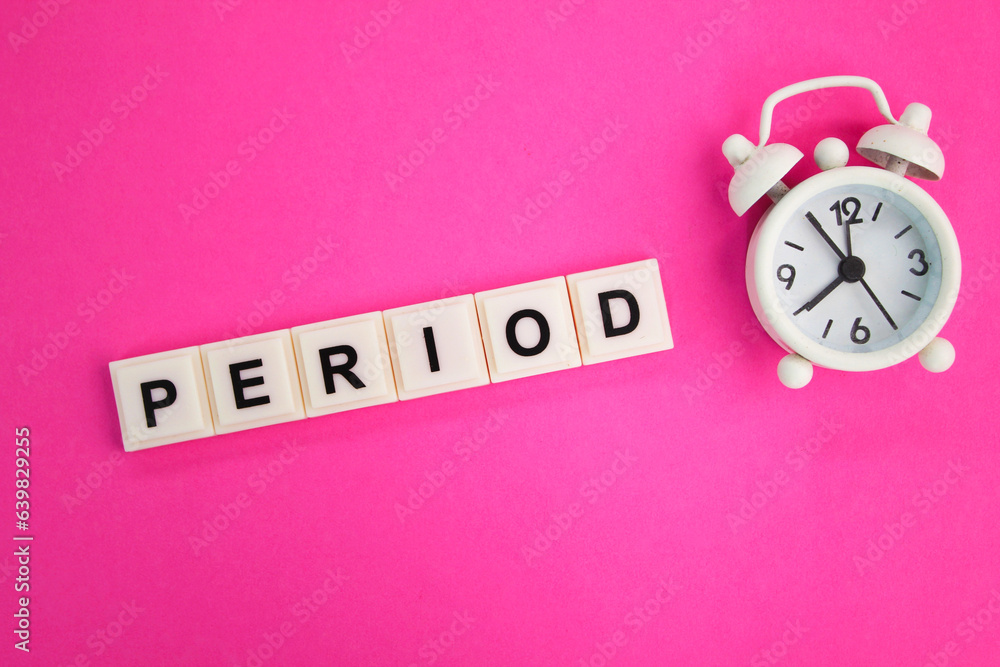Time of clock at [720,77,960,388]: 7:54
